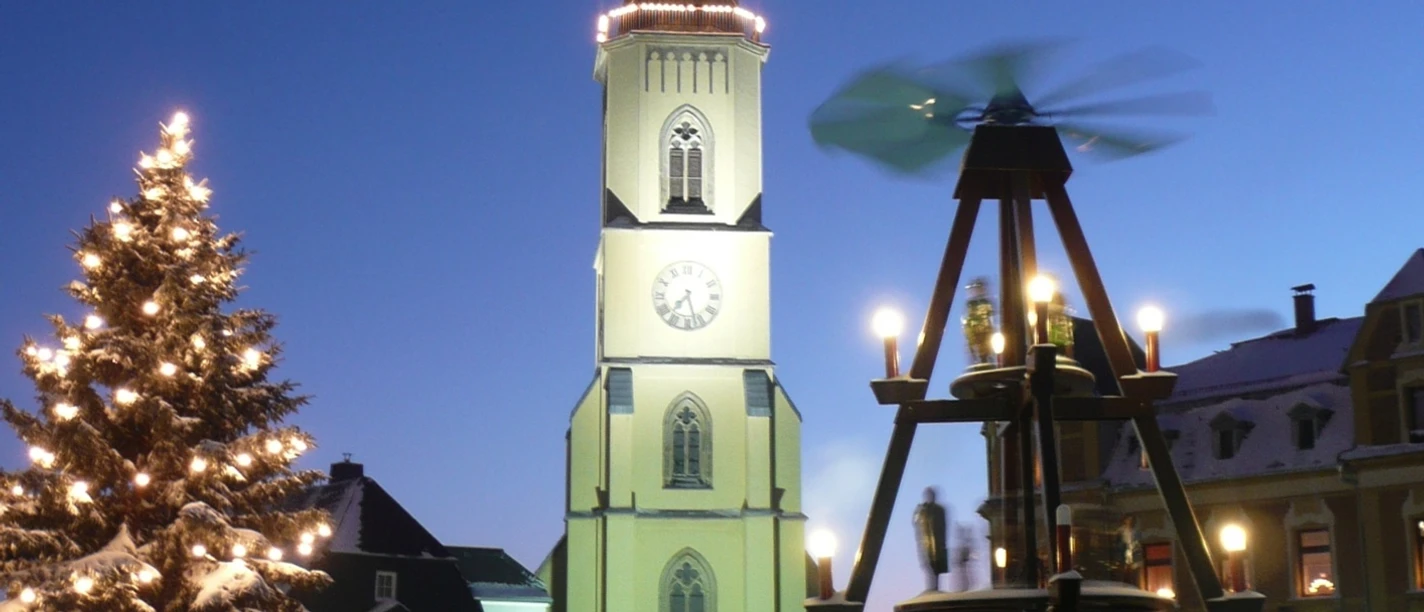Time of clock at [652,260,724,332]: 7:27
